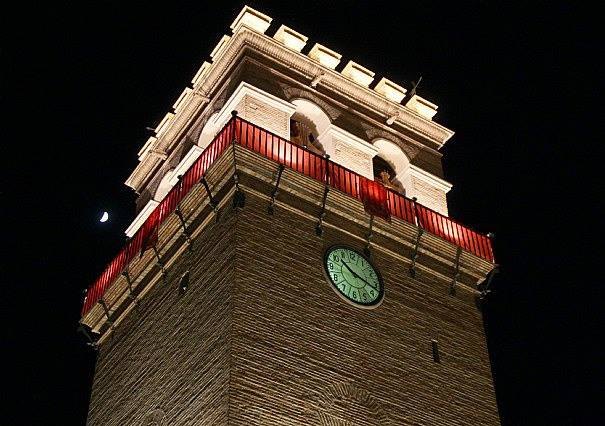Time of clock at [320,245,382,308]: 10:17
